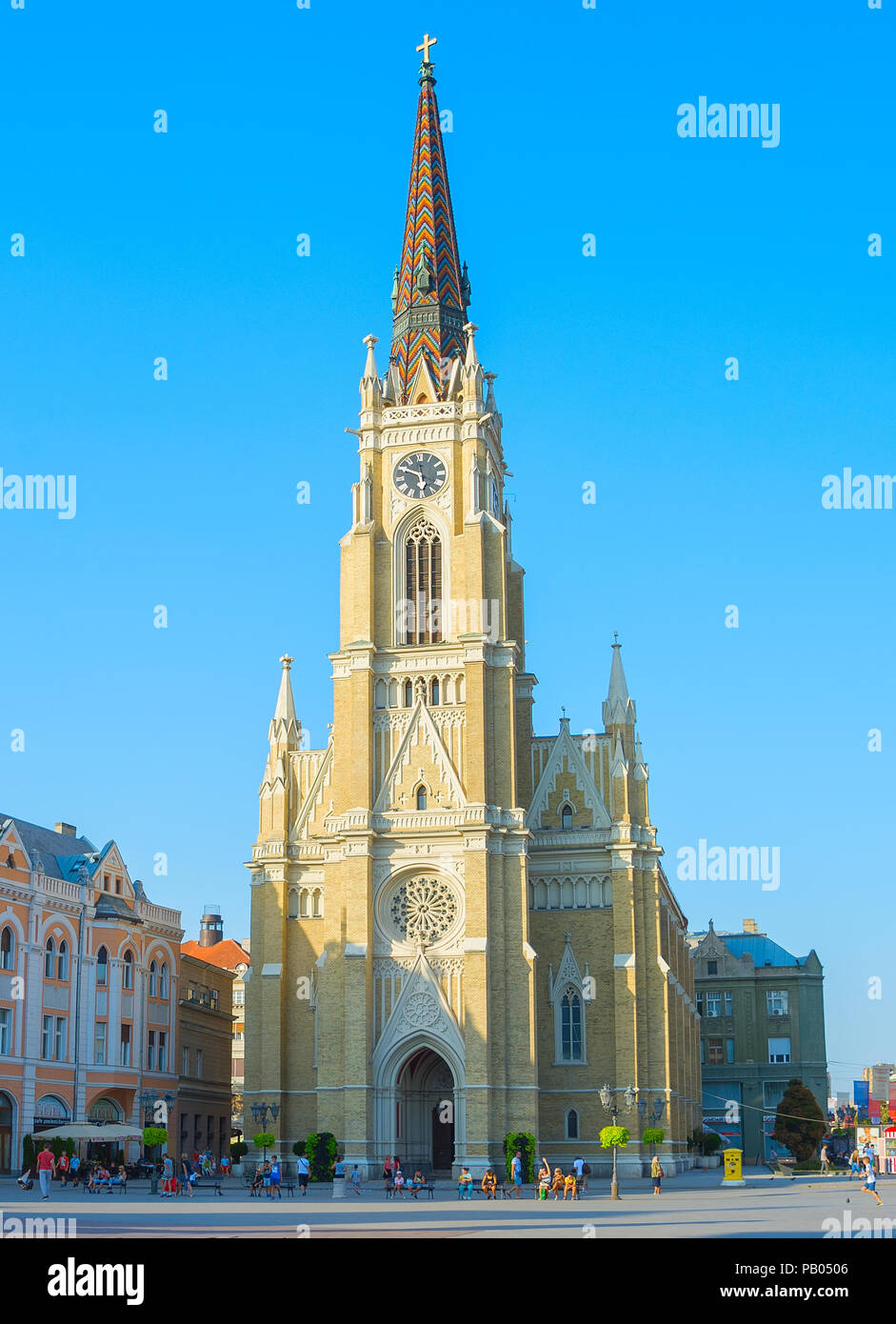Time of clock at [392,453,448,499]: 5:49
